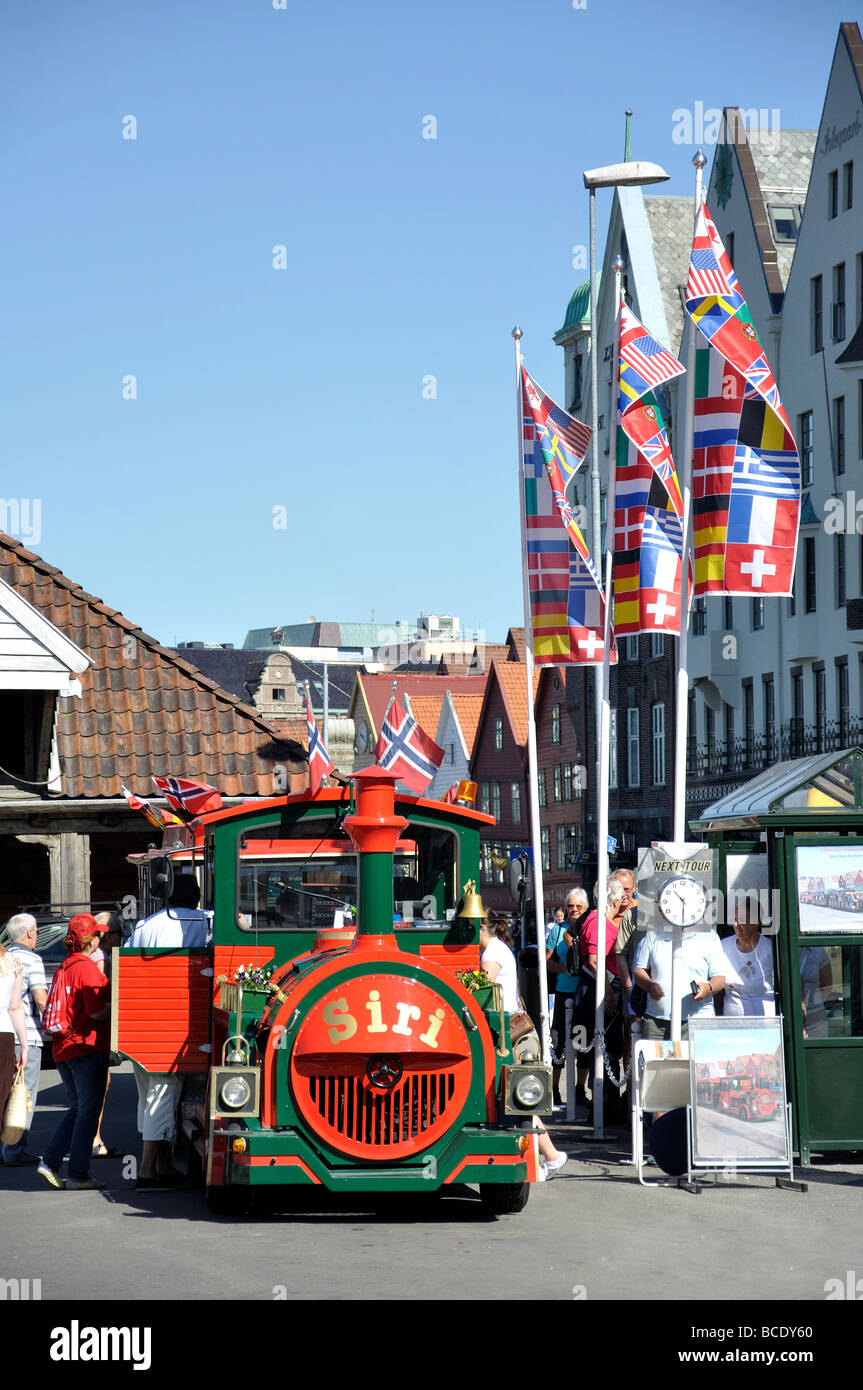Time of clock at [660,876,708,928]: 10:30
